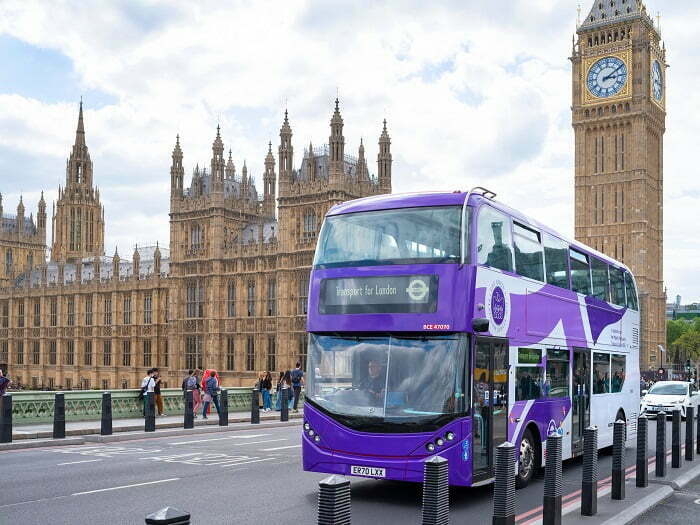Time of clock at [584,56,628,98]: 3:09
